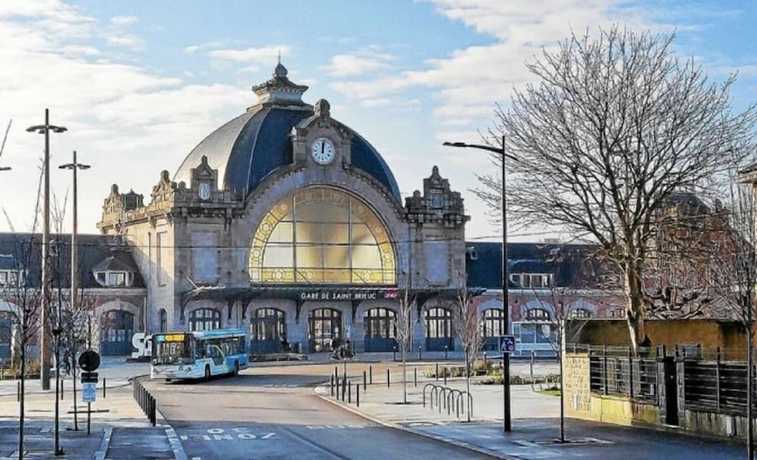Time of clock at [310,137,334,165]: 12:01
